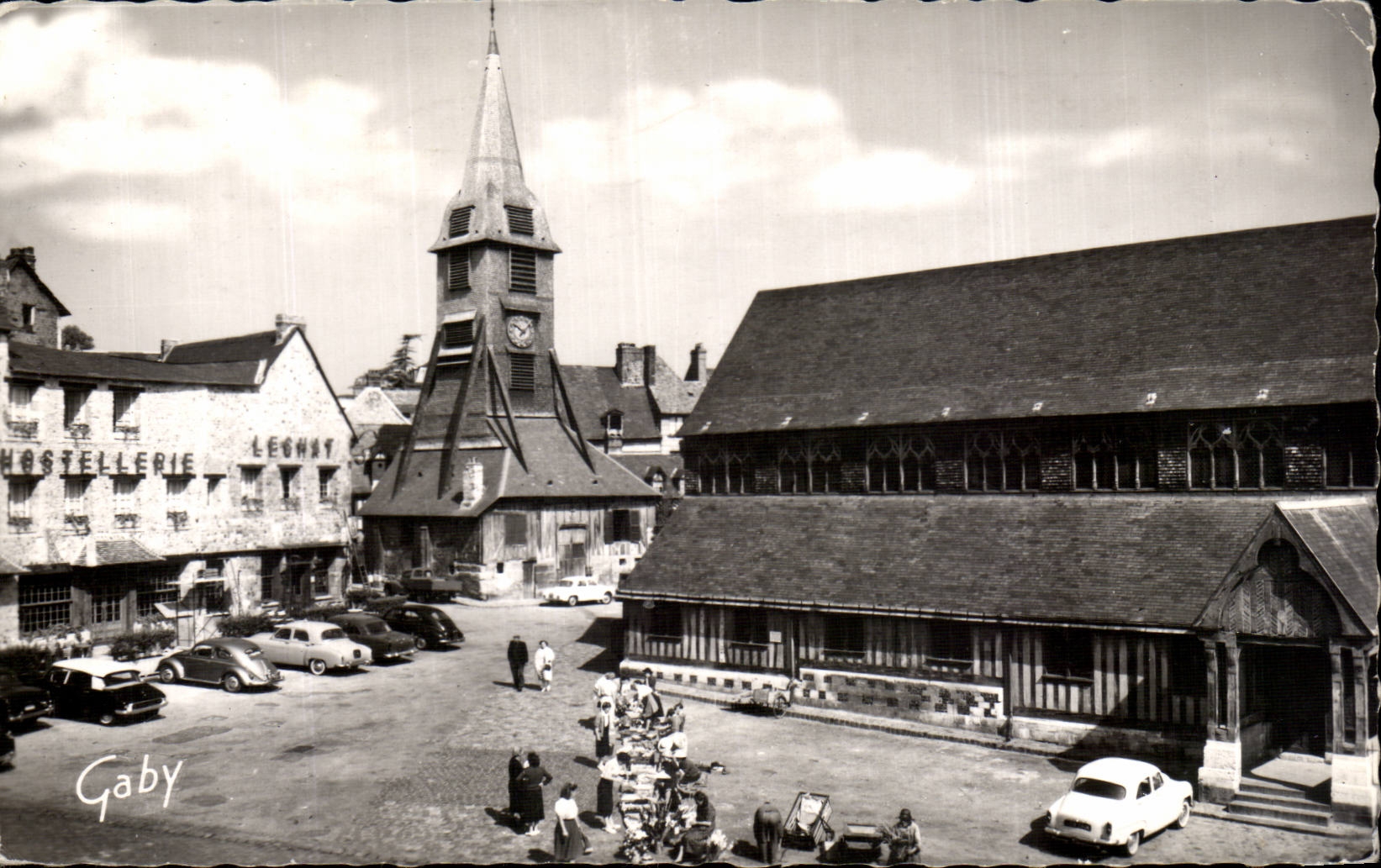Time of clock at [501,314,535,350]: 10:07
